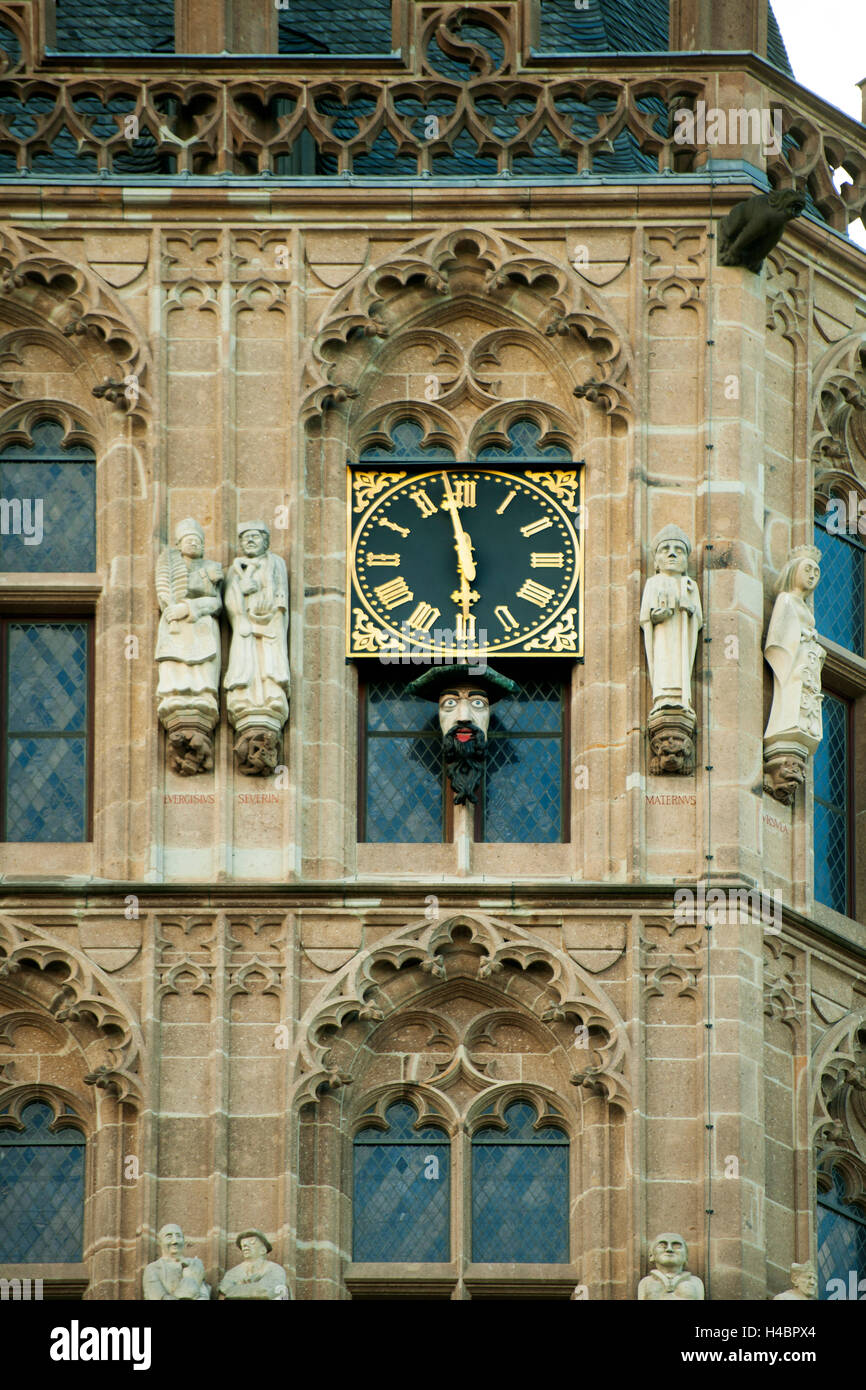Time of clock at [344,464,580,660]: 5:58
